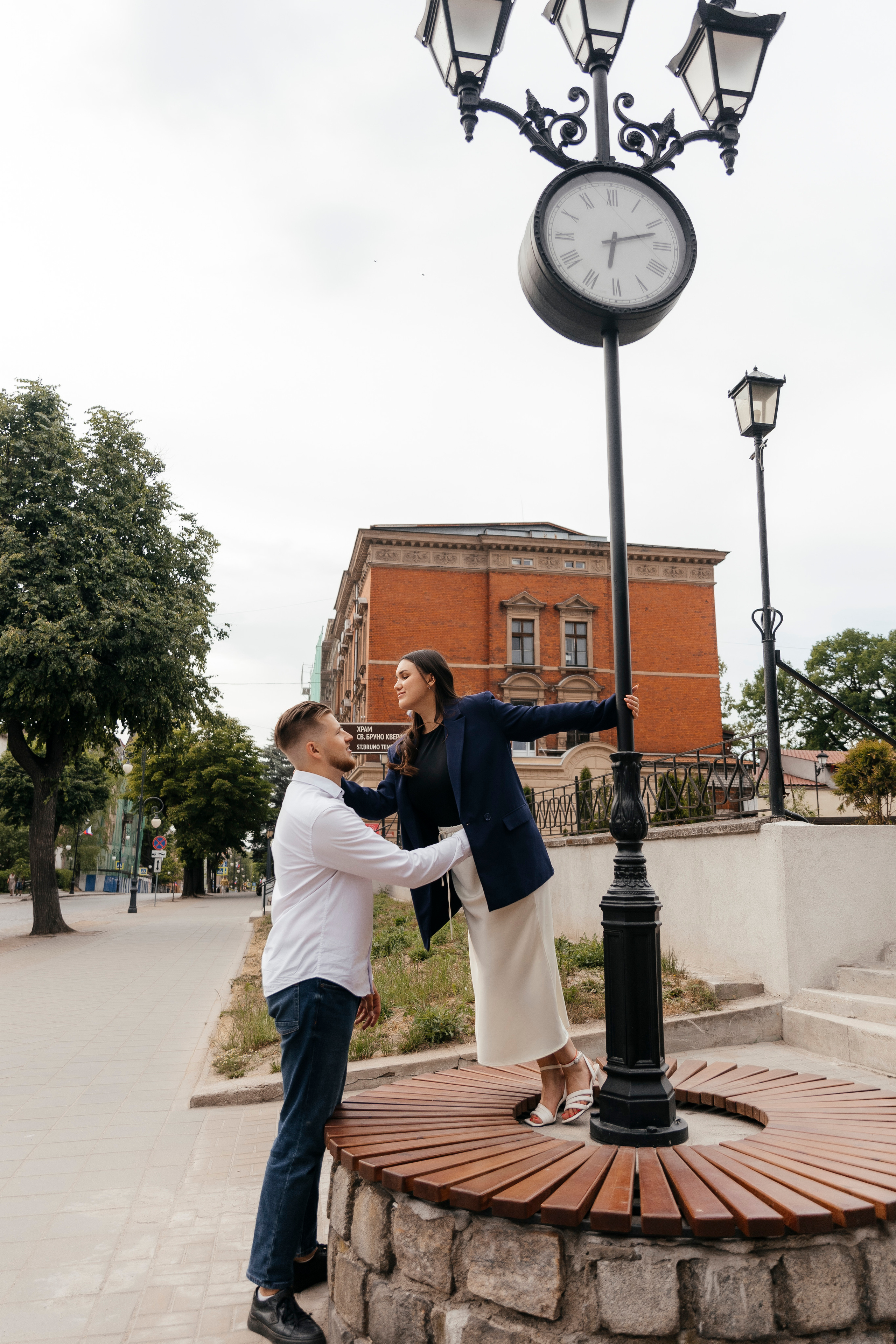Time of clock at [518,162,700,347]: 6:12
